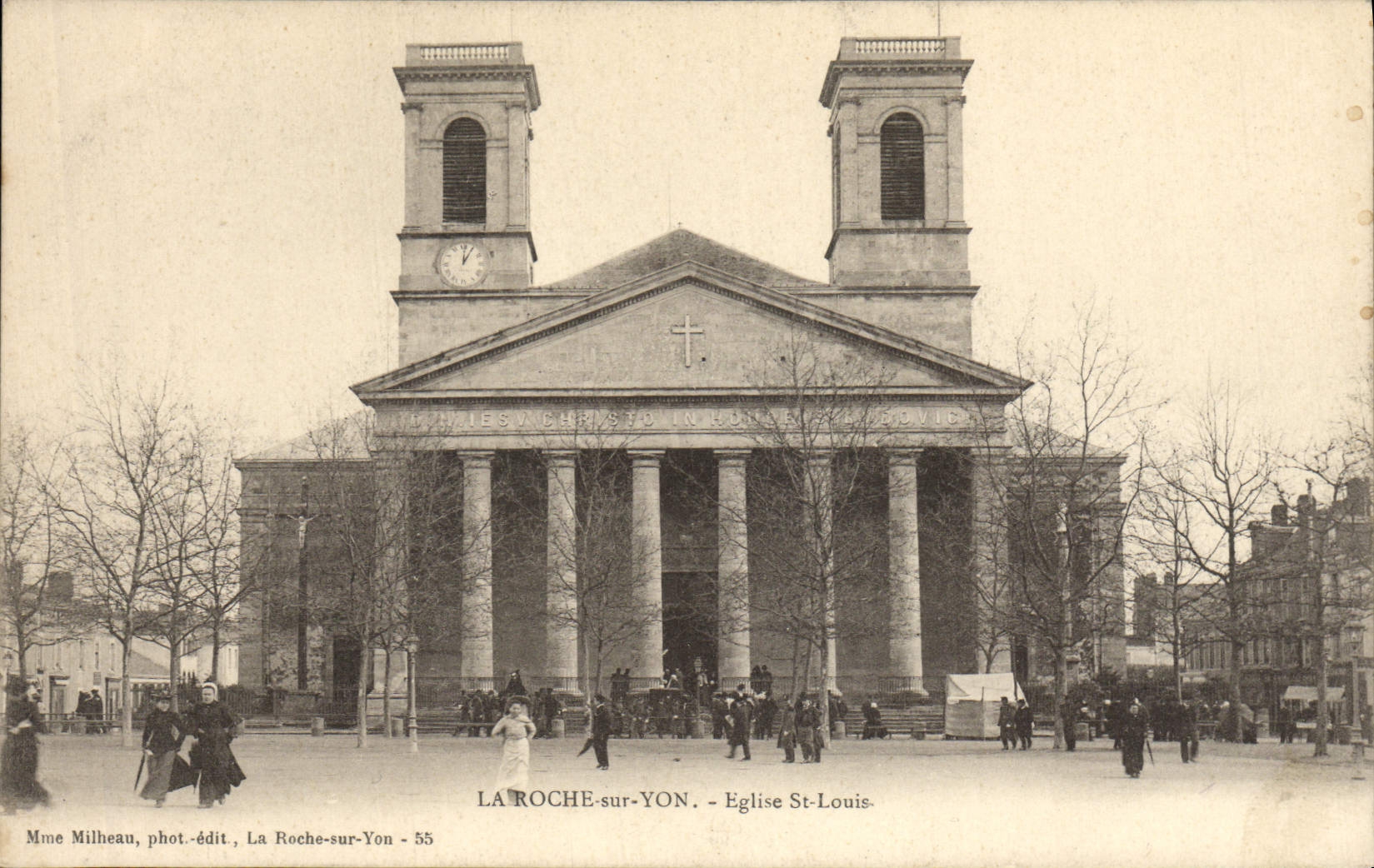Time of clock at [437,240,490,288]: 1:01
